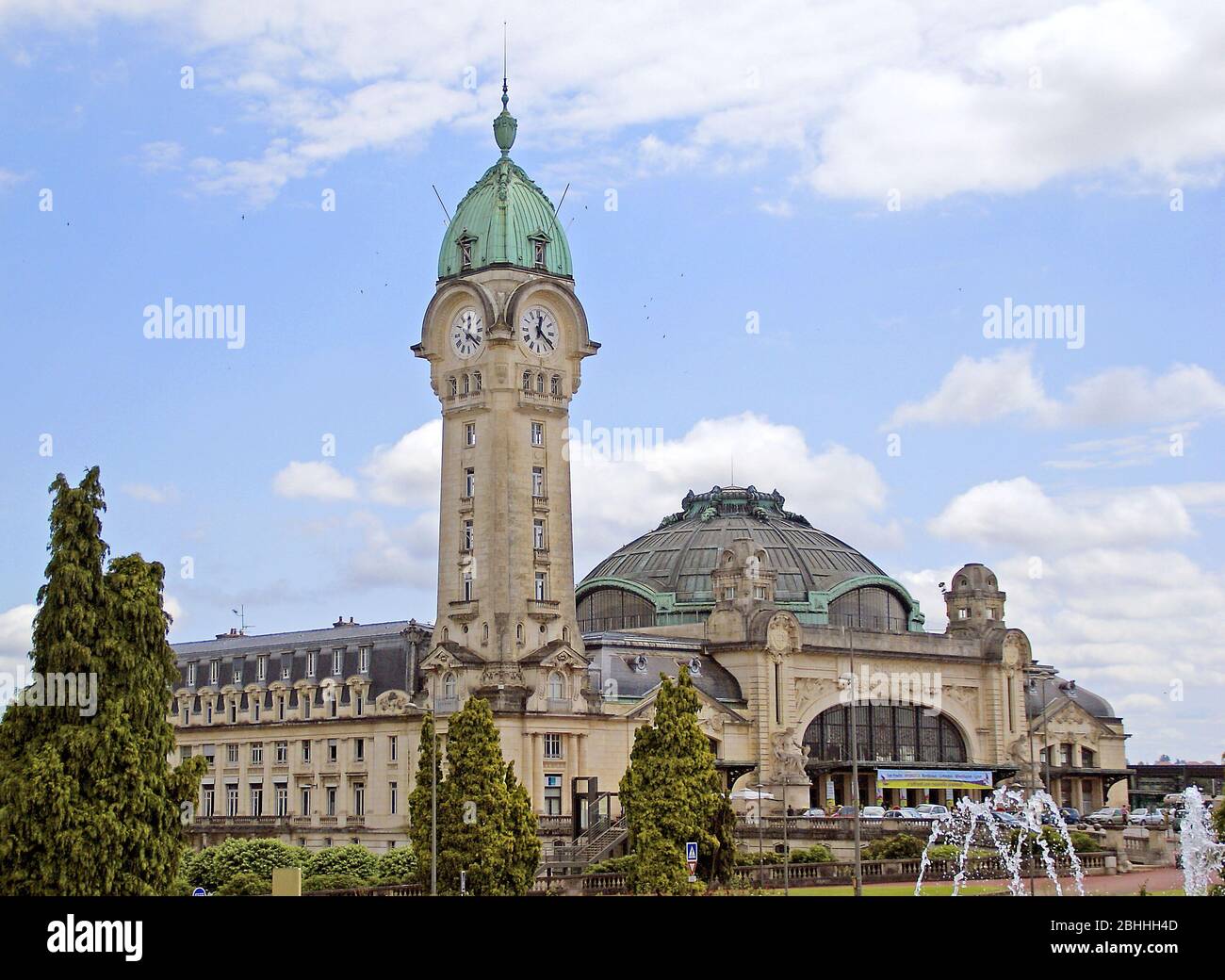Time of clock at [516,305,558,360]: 12:21
